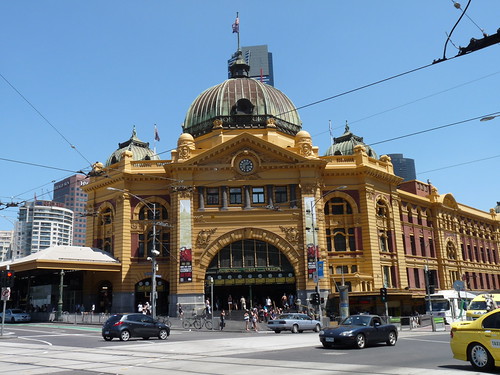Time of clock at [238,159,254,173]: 2:32
